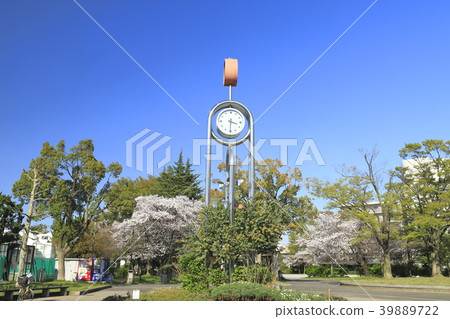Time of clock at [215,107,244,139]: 3:30
